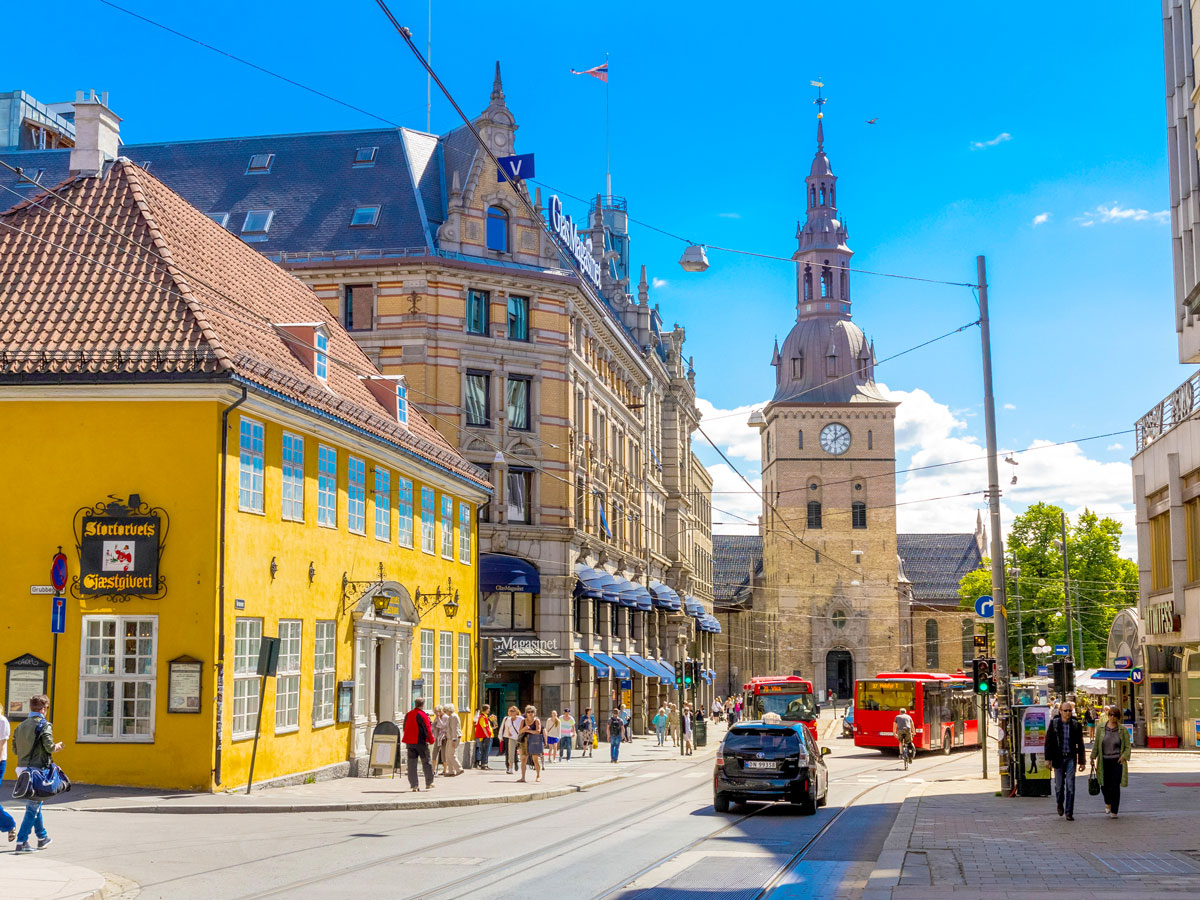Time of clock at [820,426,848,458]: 12:09
